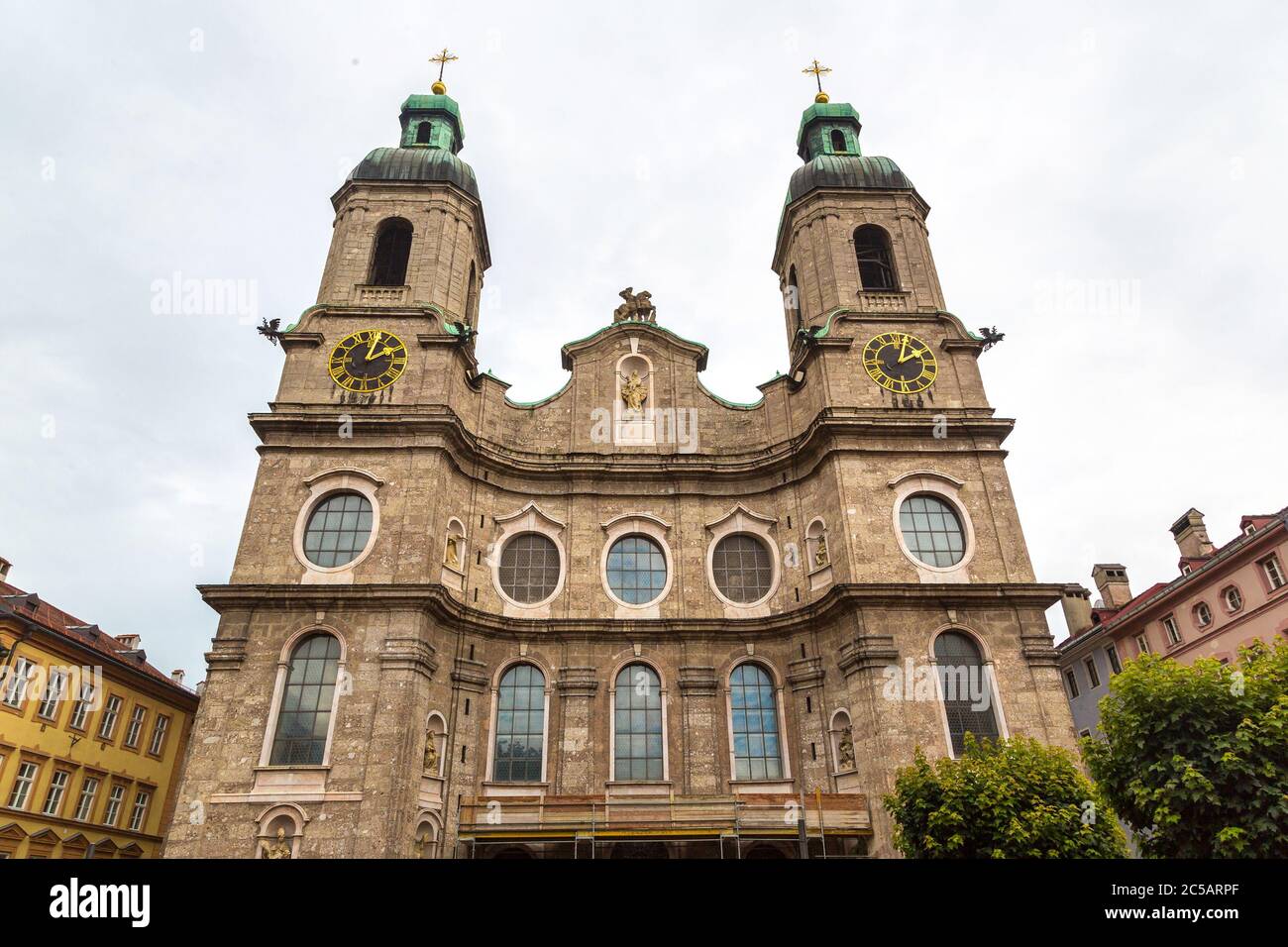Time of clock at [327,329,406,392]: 2:02
